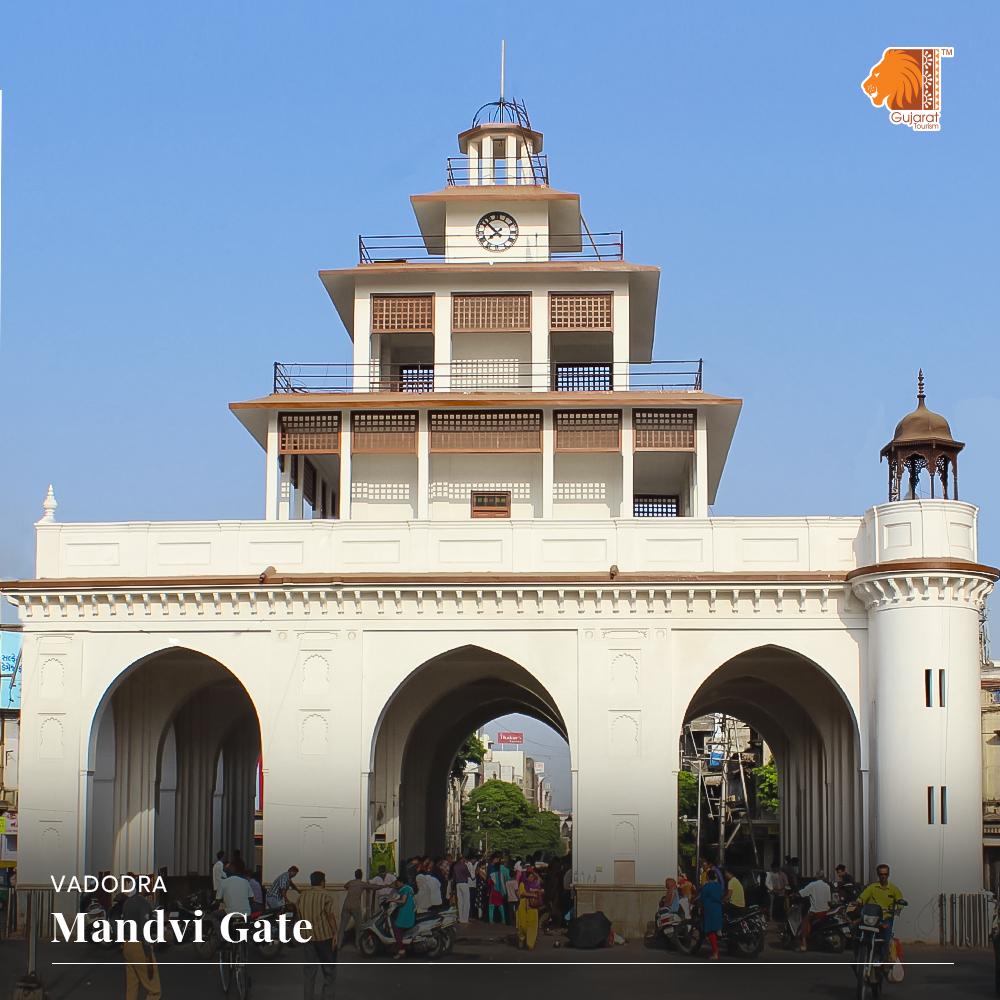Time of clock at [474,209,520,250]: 7:52
